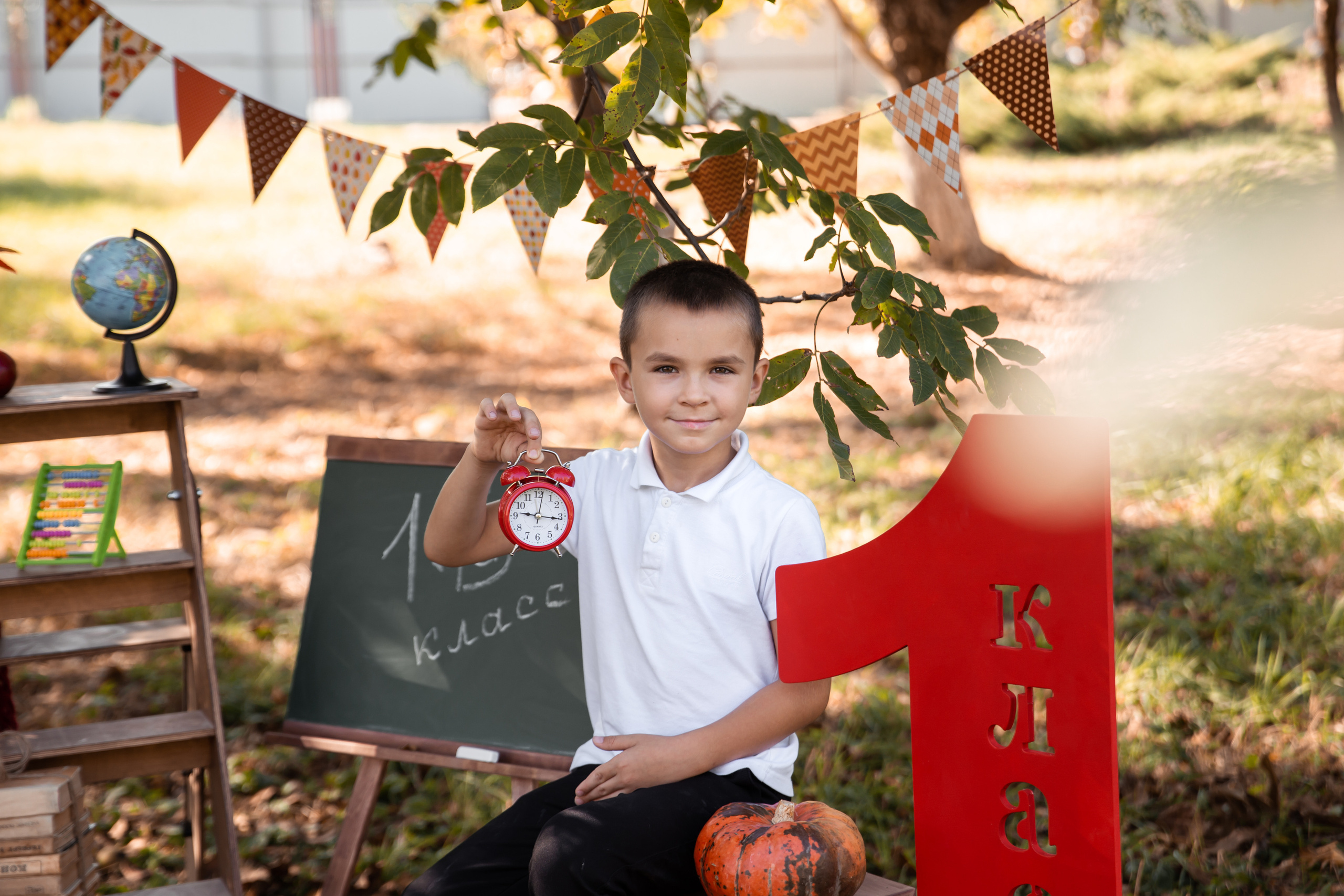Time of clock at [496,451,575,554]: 9:16
